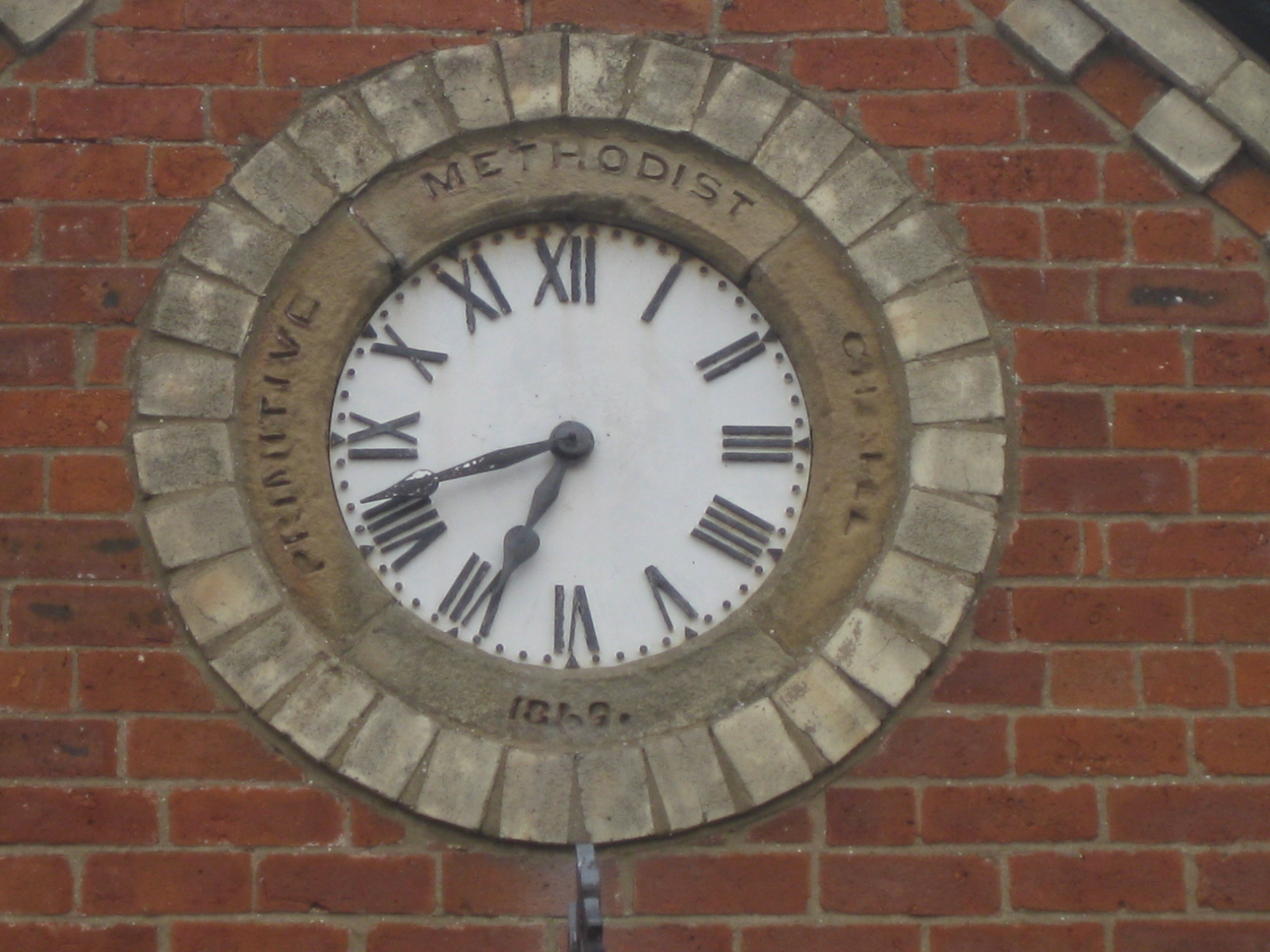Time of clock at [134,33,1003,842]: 6:41
